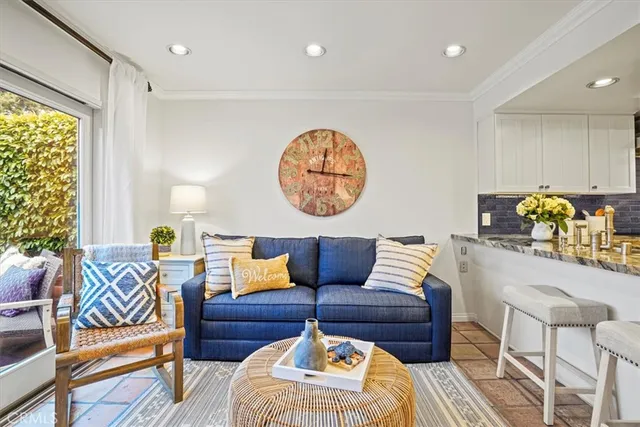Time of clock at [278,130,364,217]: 12:16
